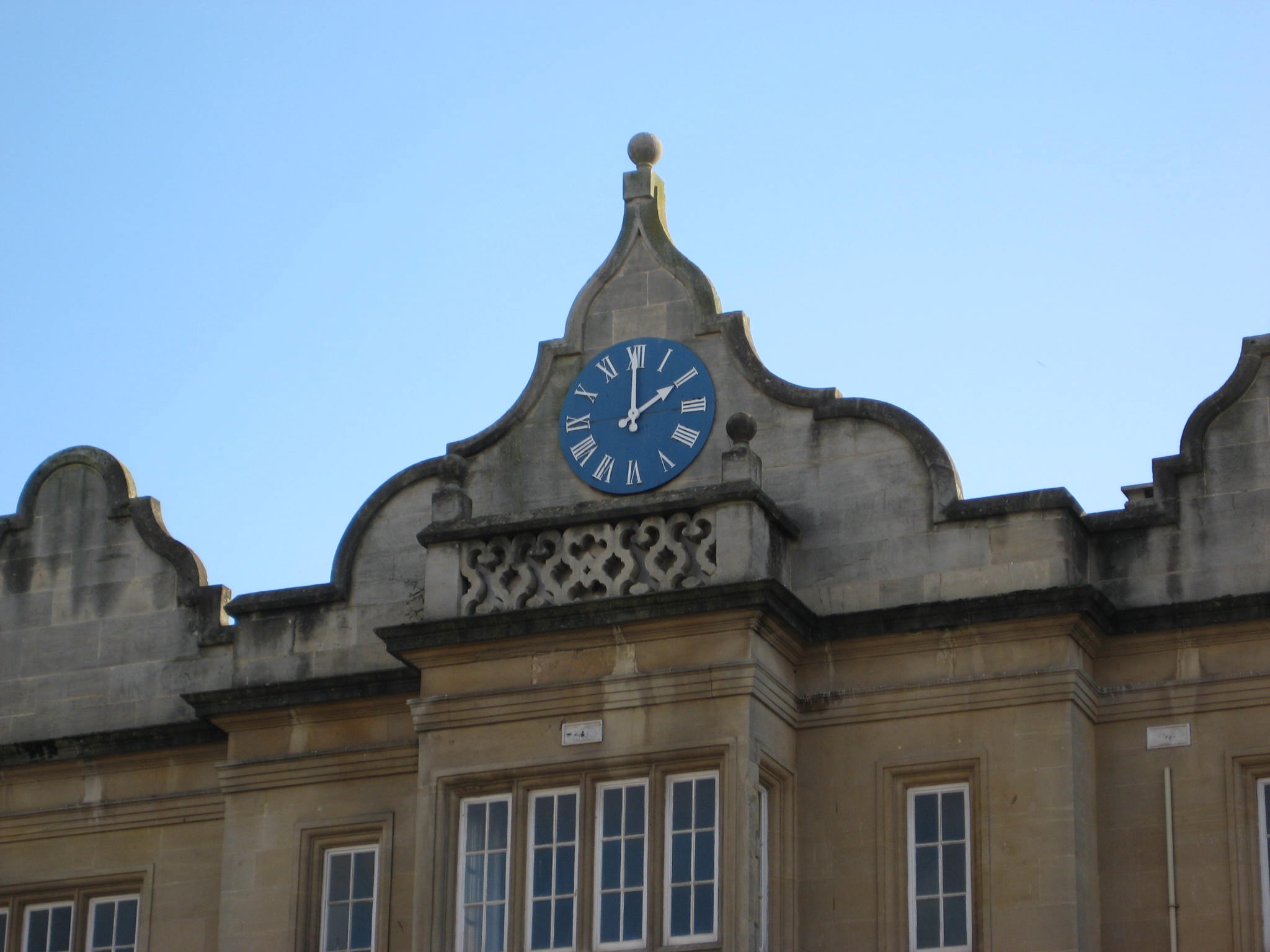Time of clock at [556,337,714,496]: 2:00
